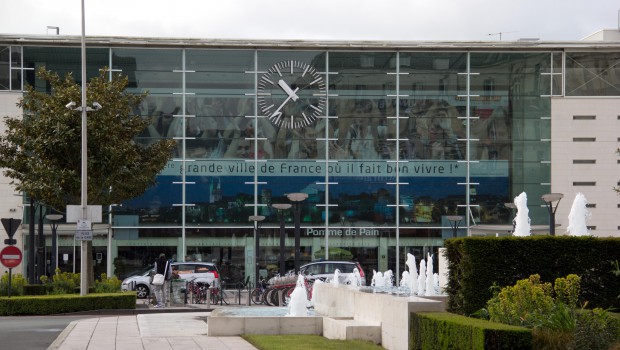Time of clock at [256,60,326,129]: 10:37
